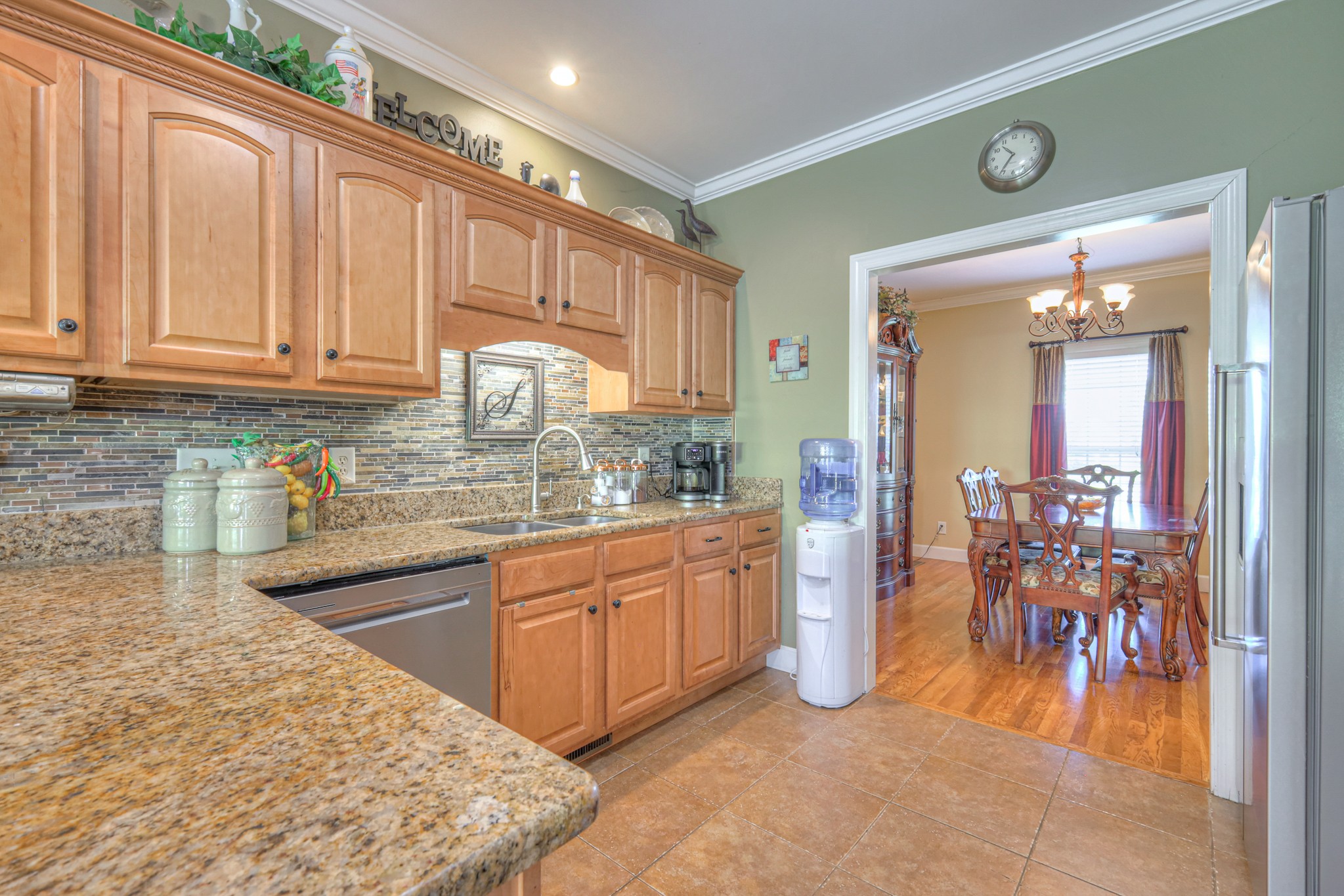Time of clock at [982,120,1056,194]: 10:36
